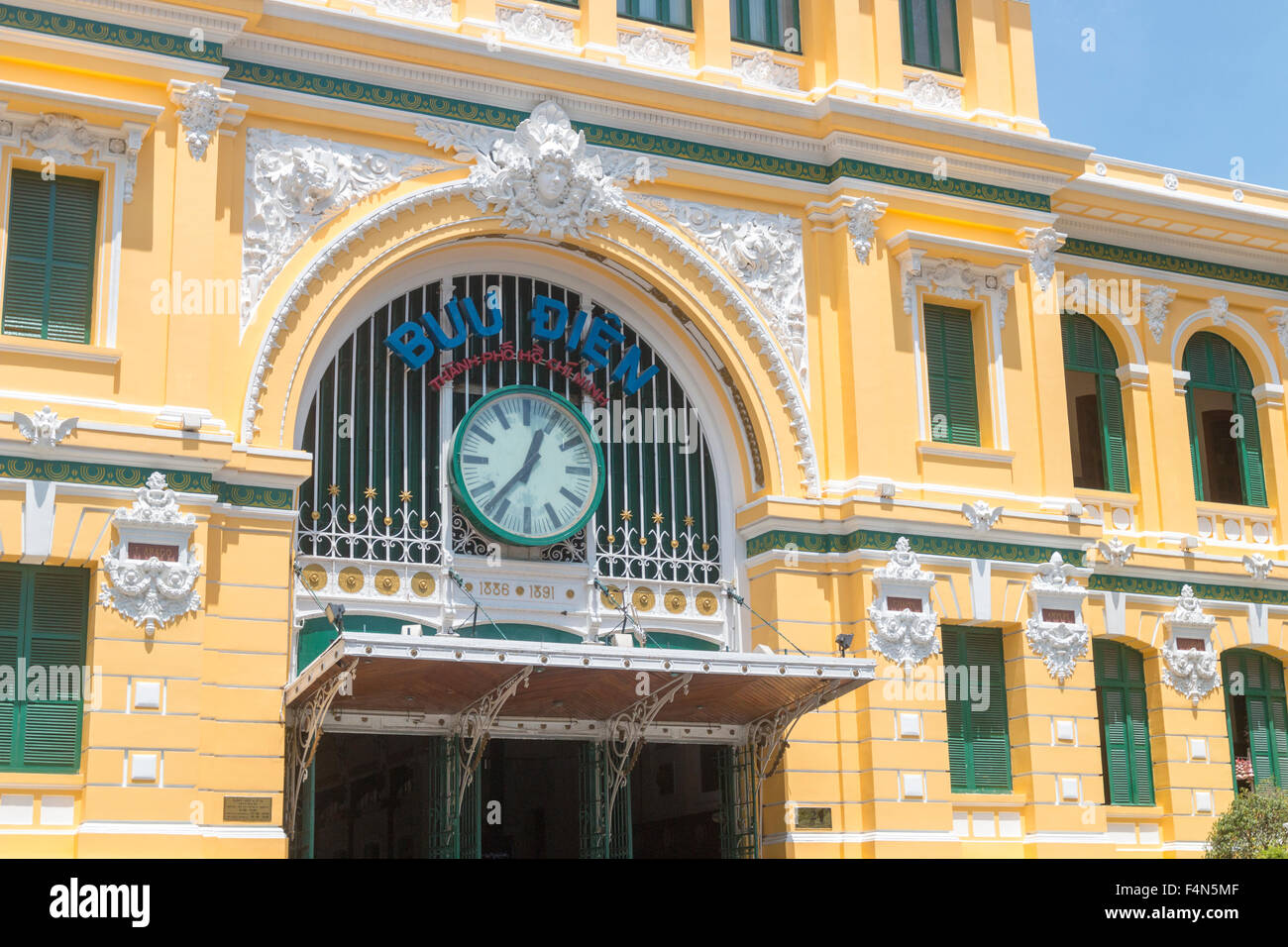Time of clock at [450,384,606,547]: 12:37
